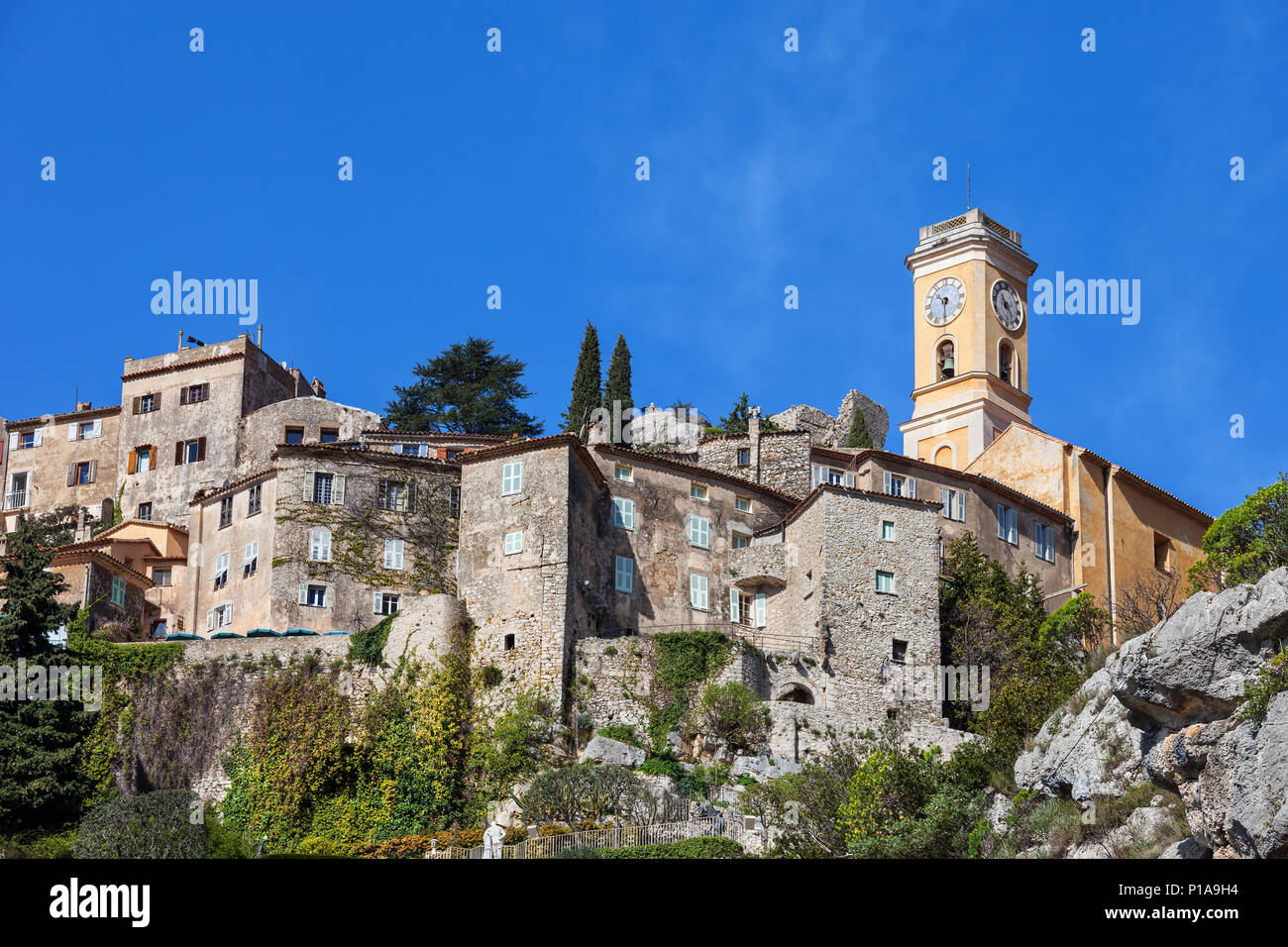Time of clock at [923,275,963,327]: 10:30
